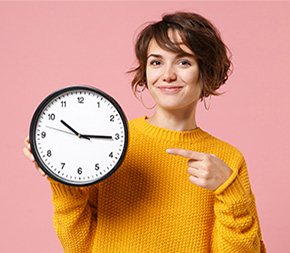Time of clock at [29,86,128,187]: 10:15
